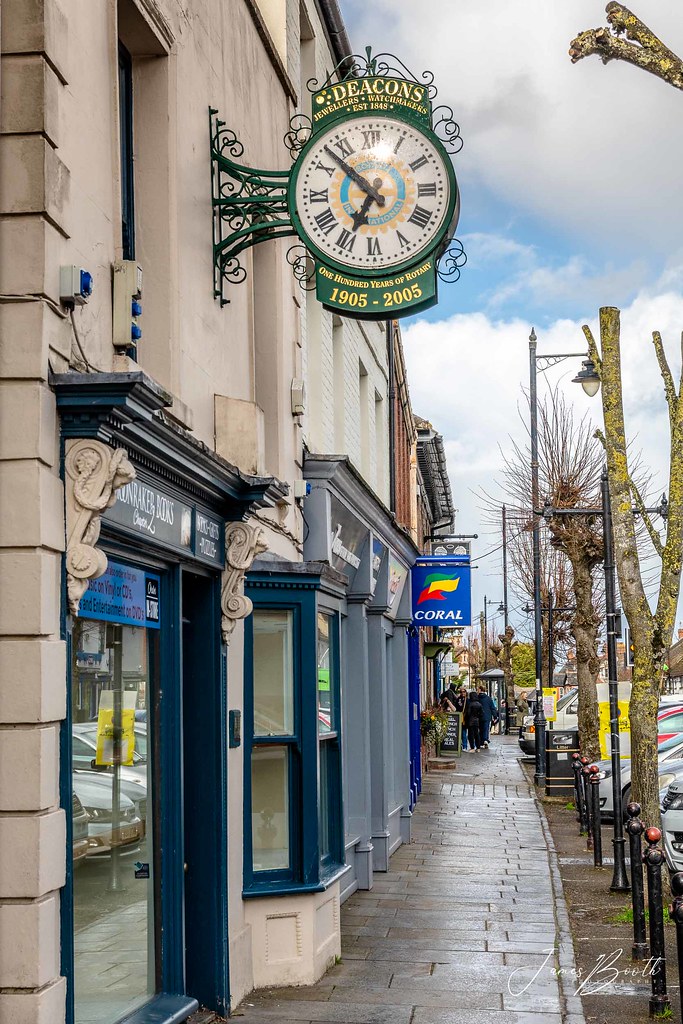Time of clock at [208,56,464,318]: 6:52
